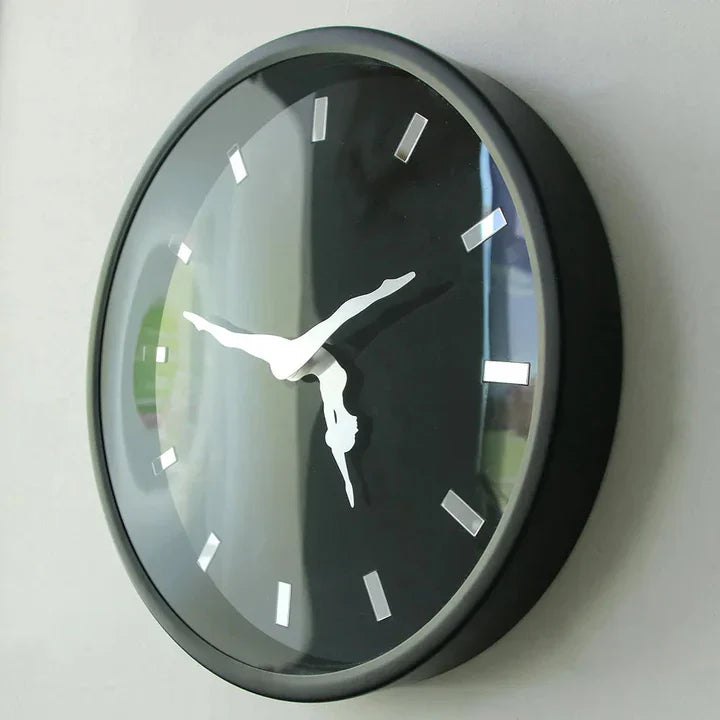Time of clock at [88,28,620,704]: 1:47
